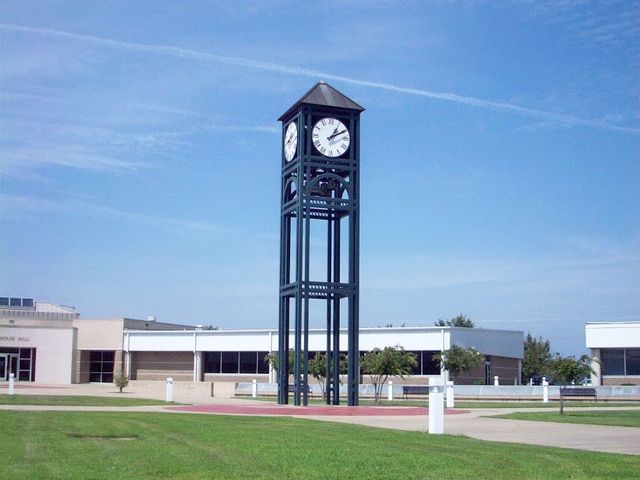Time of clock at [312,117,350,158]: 1:10
